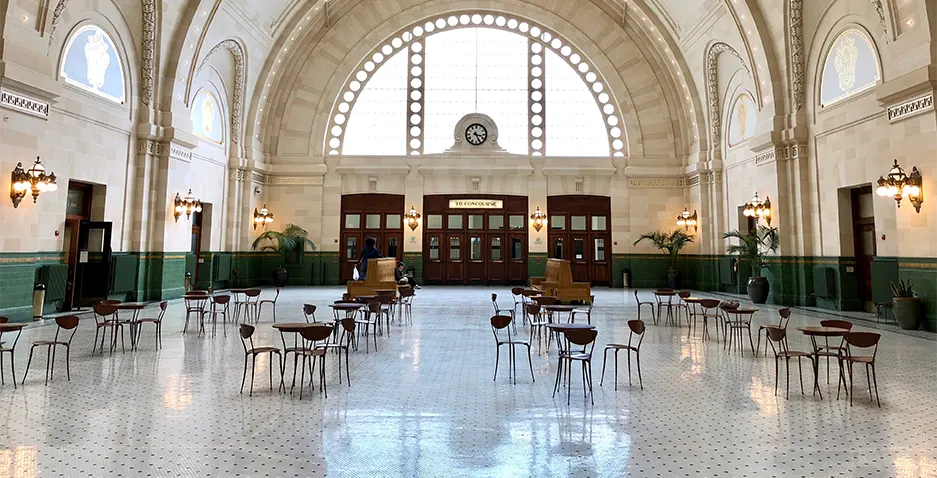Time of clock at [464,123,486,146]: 3:25
